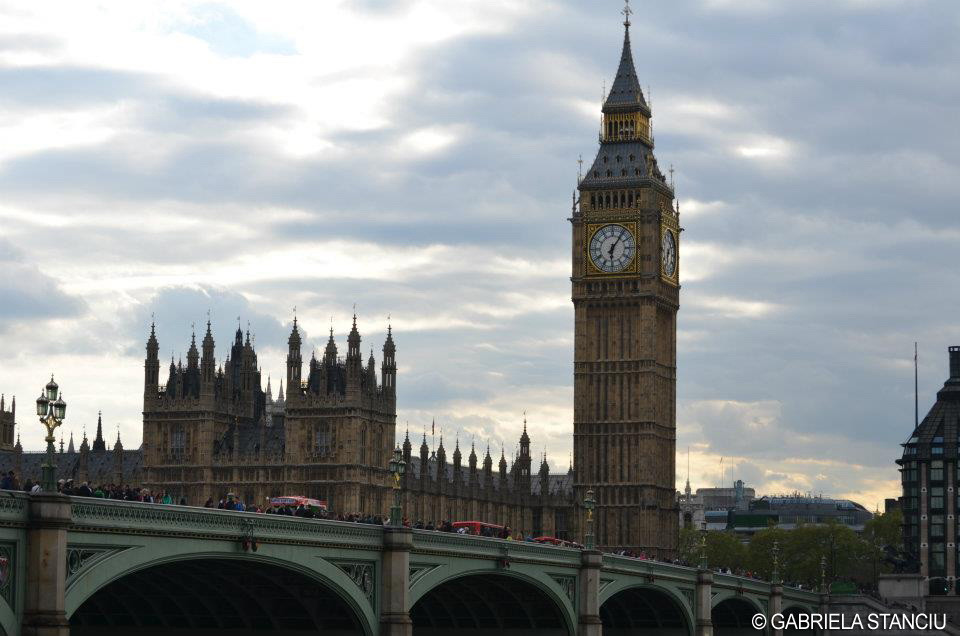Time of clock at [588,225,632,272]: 6:06
